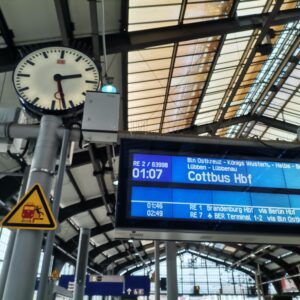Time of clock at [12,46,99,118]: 2:27
